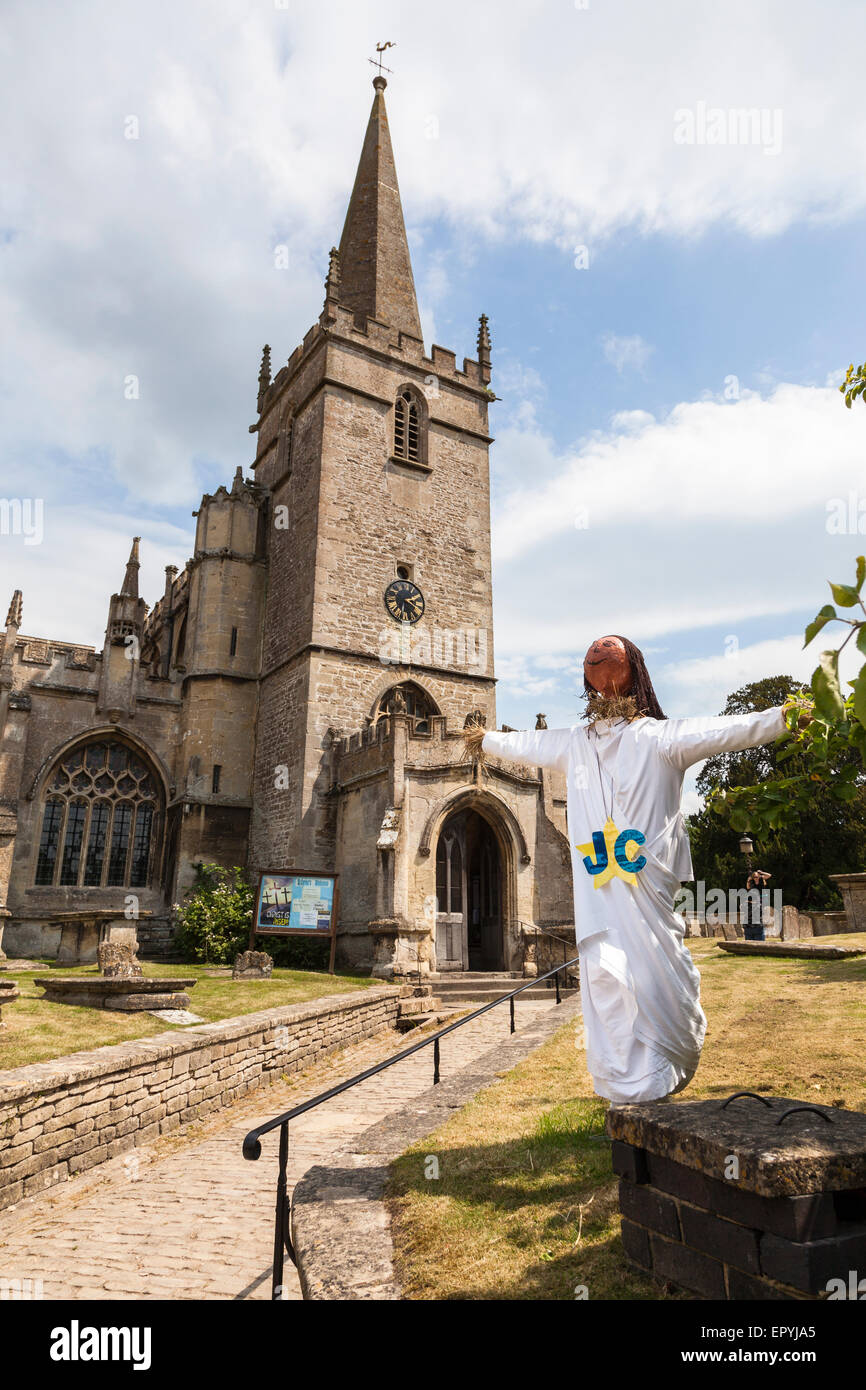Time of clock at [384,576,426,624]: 2:18
